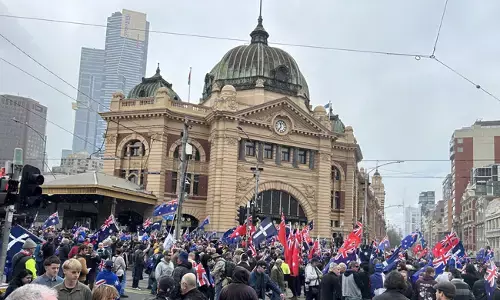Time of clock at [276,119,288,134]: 11:36
